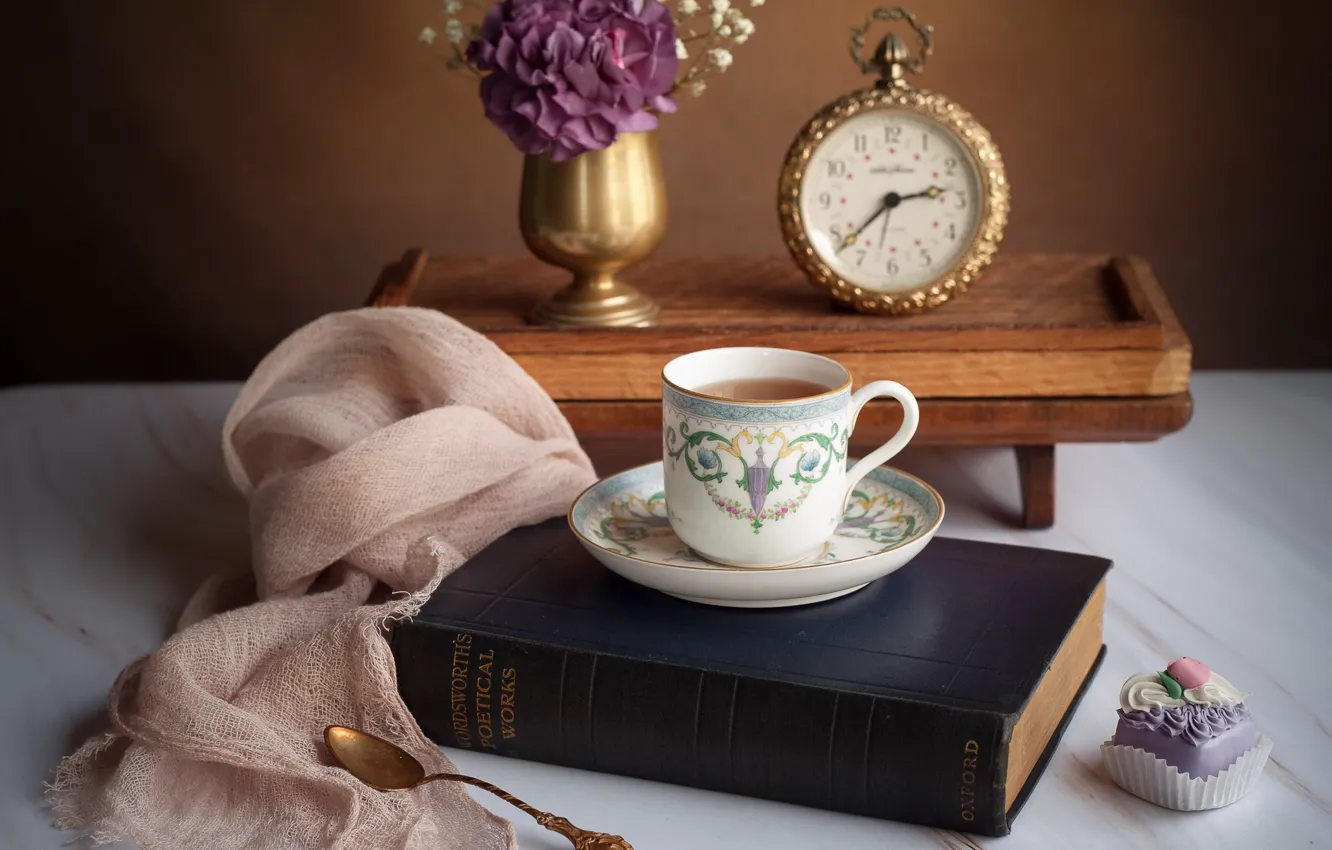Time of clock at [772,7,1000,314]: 2:38
